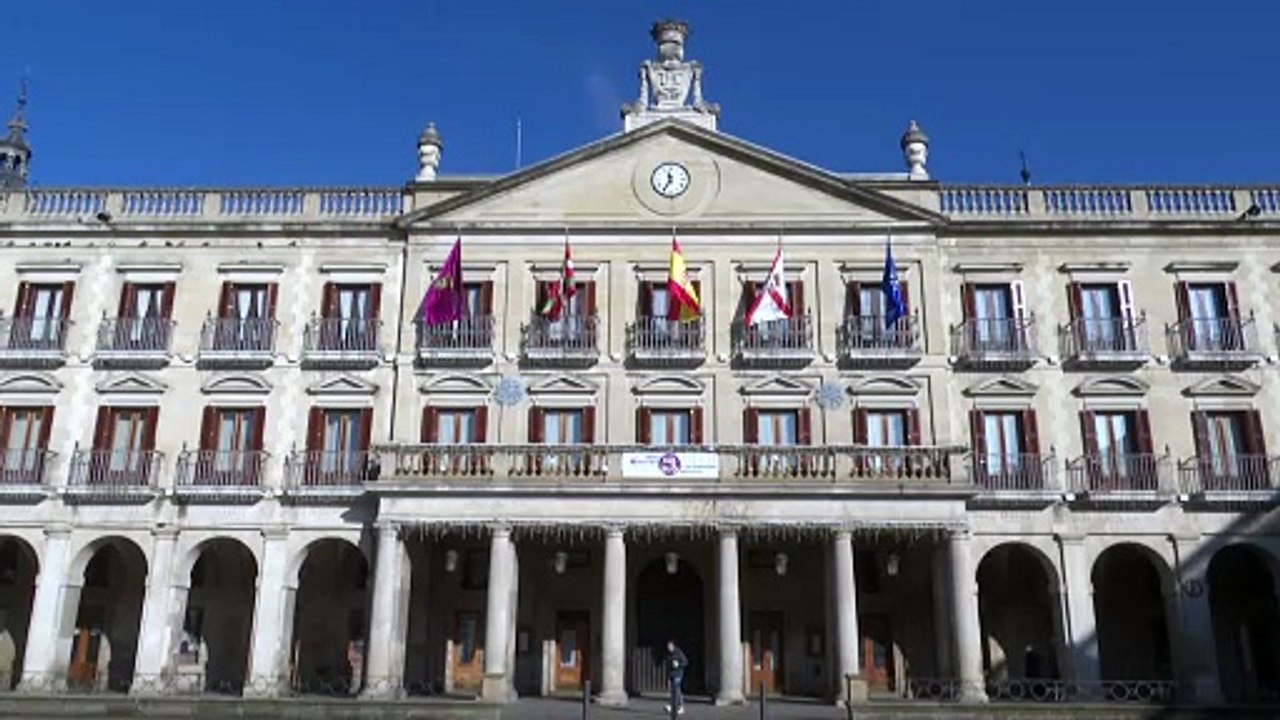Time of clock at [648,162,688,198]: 11:35
